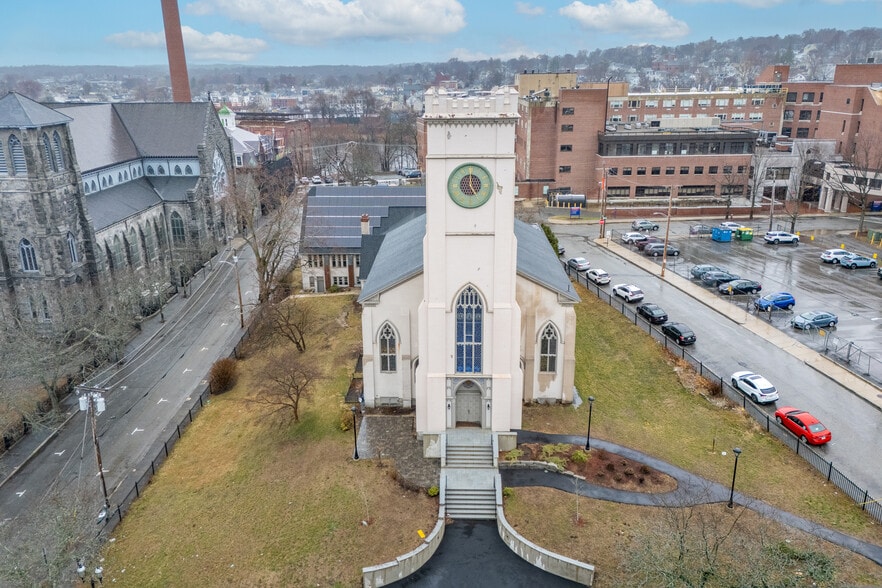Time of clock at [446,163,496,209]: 4:59
